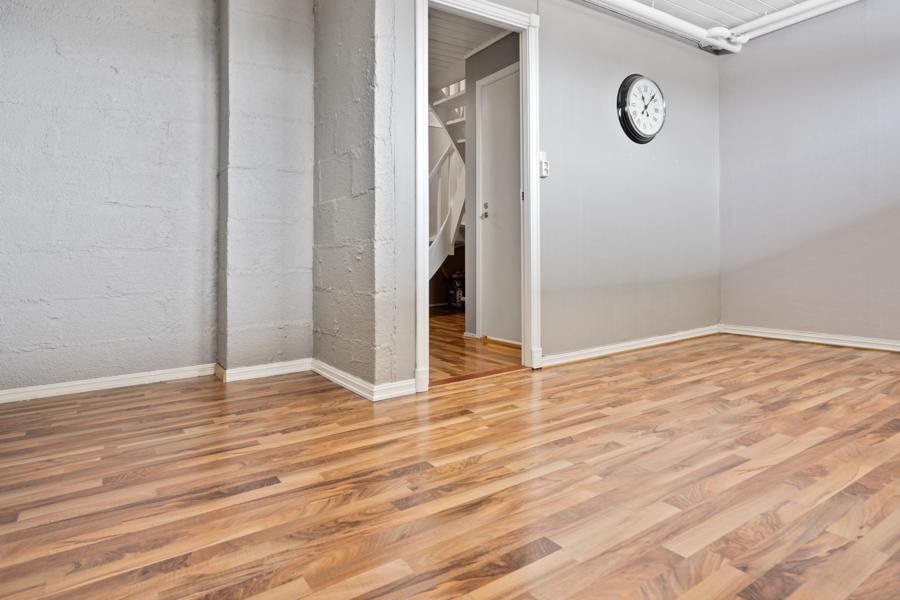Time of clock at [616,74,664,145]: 11:07
